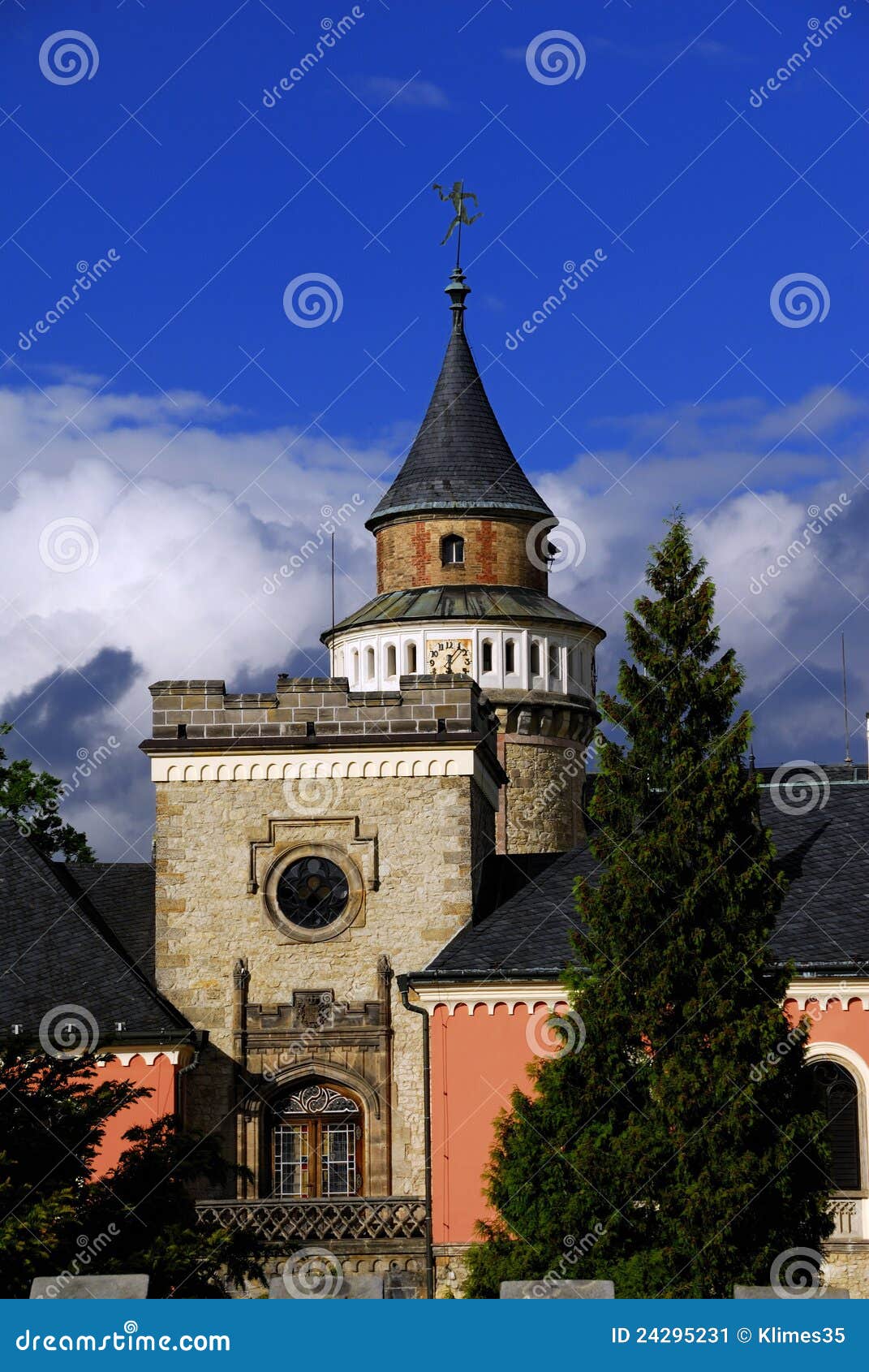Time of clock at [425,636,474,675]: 6:06
